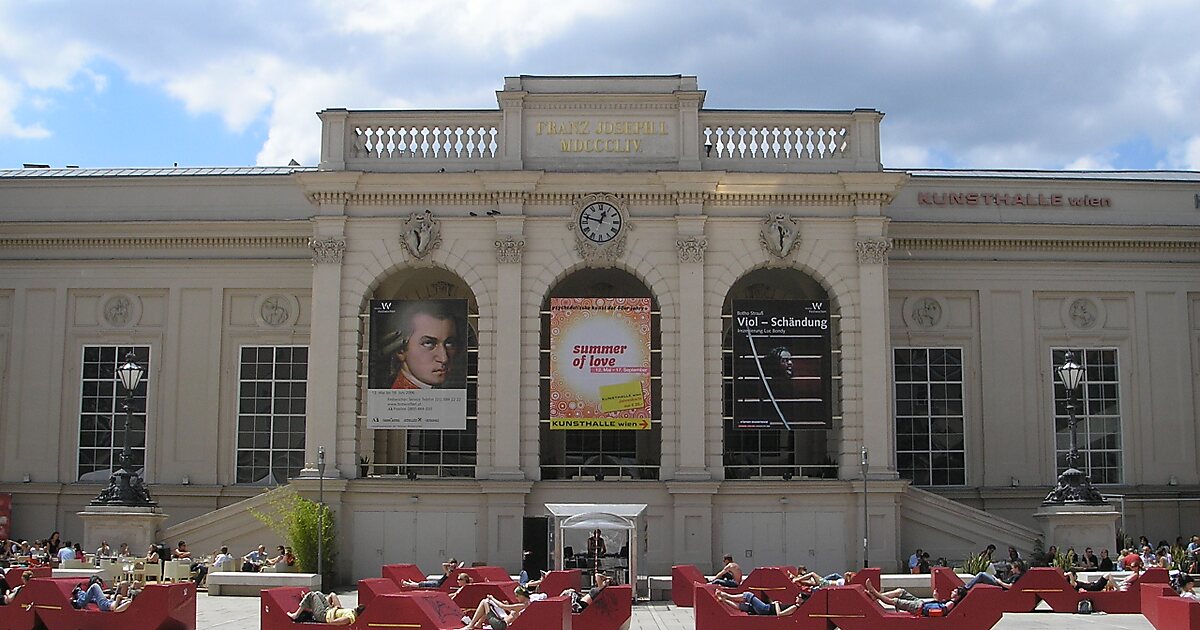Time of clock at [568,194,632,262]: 12:47
